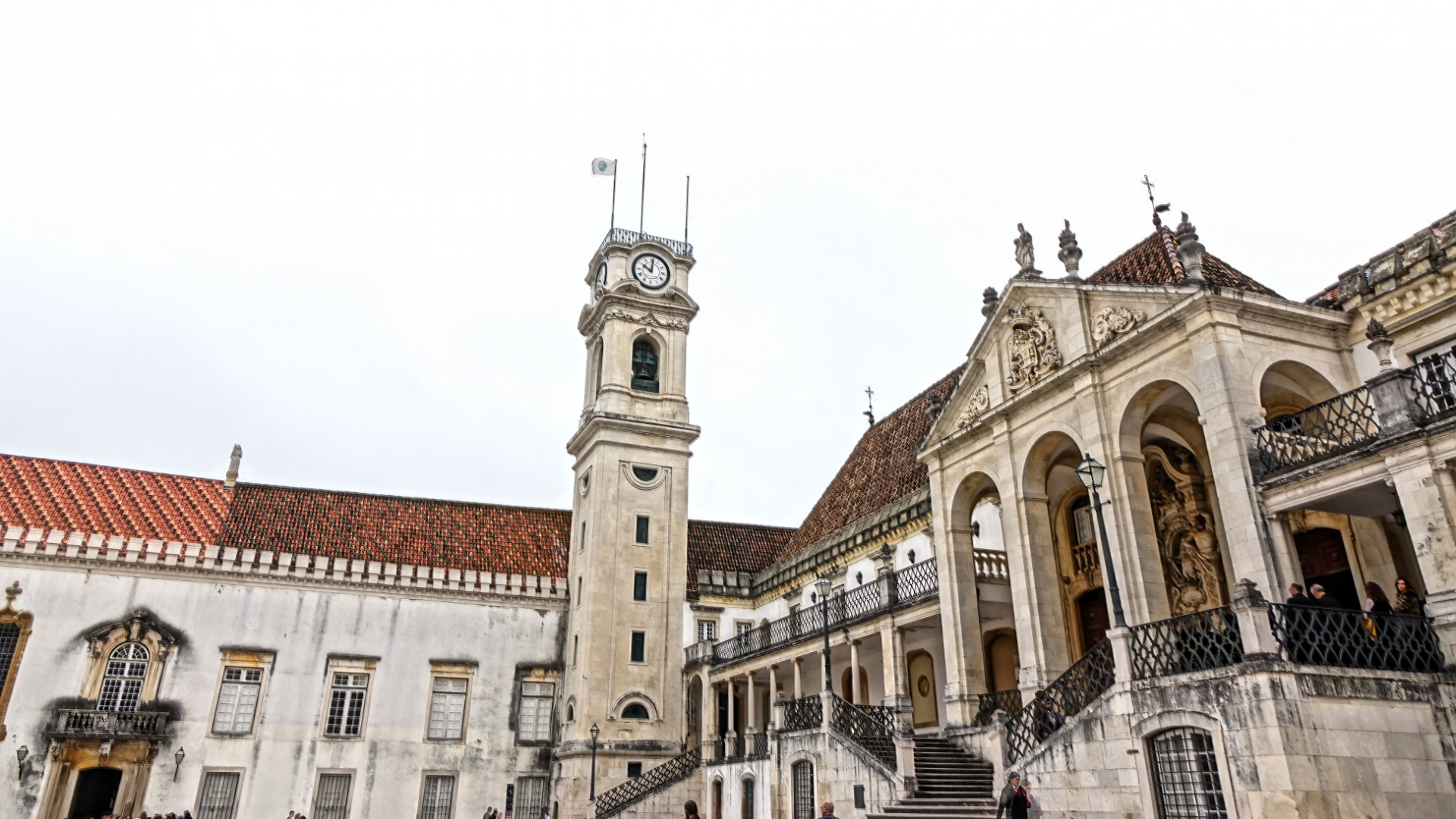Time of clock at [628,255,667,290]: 10:01
